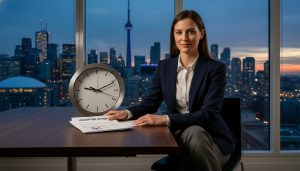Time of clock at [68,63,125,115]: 9:11
